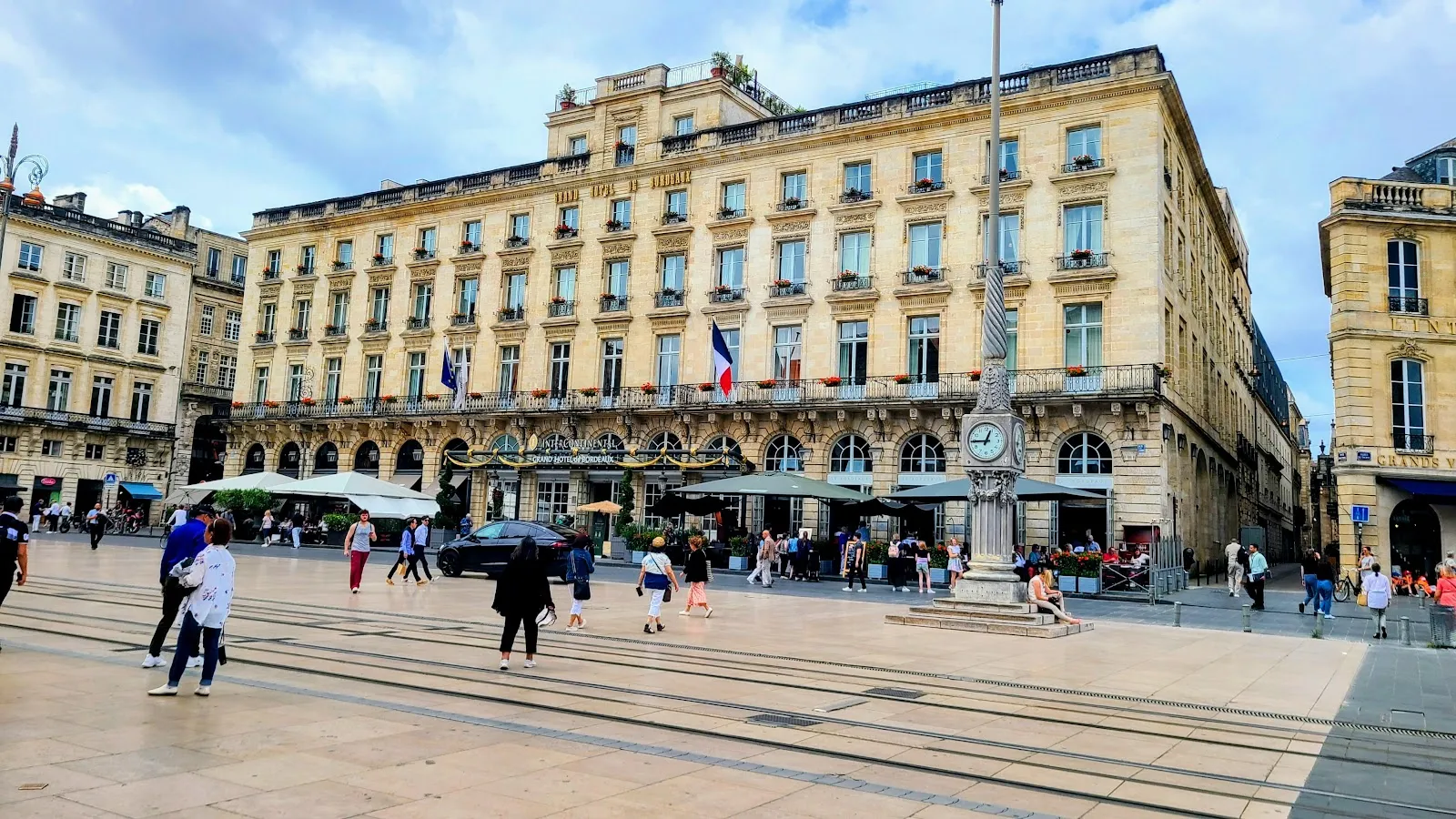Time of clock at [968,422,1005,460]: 12:44
